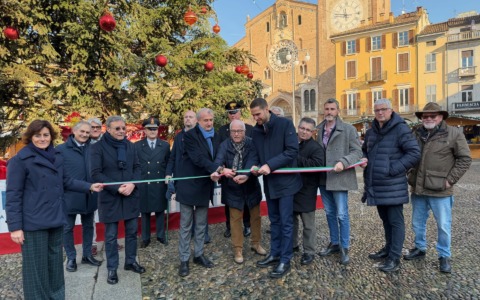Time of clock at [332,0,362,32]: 11:46
